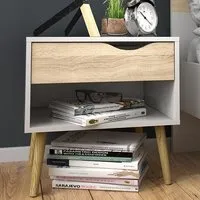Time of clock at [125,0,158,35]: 10:21
